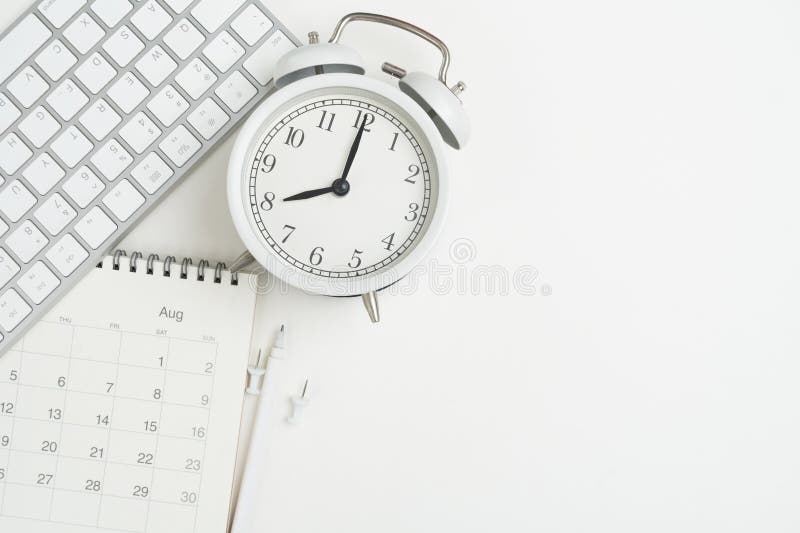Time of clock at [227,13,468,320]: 8:00
